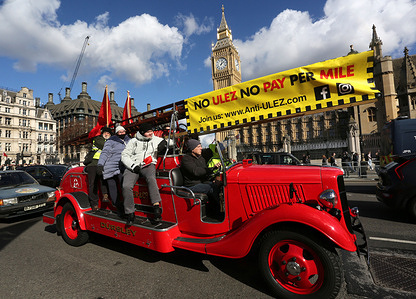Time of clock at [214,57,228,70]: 12:07
